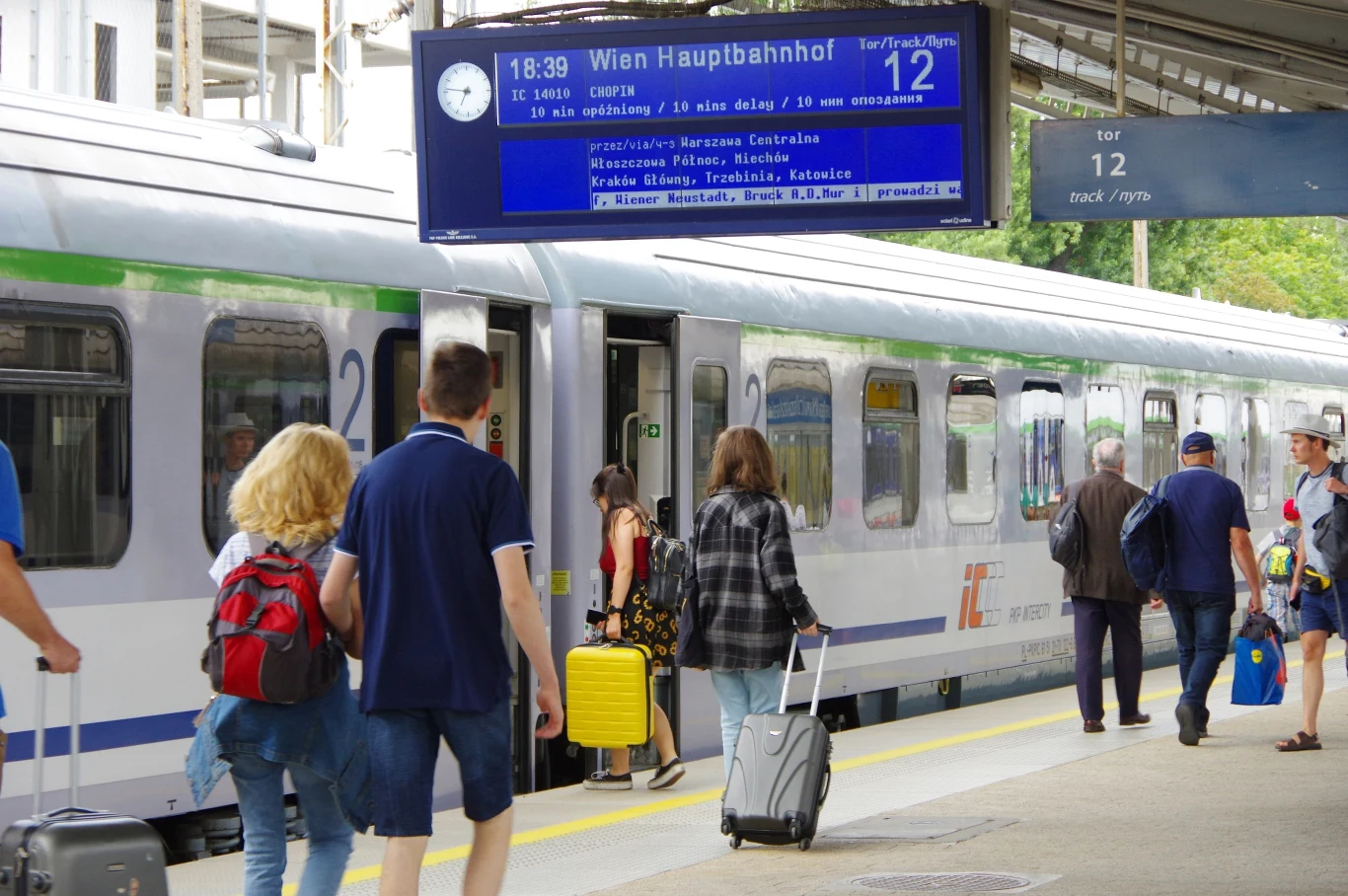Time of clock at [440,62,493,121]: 6:46
